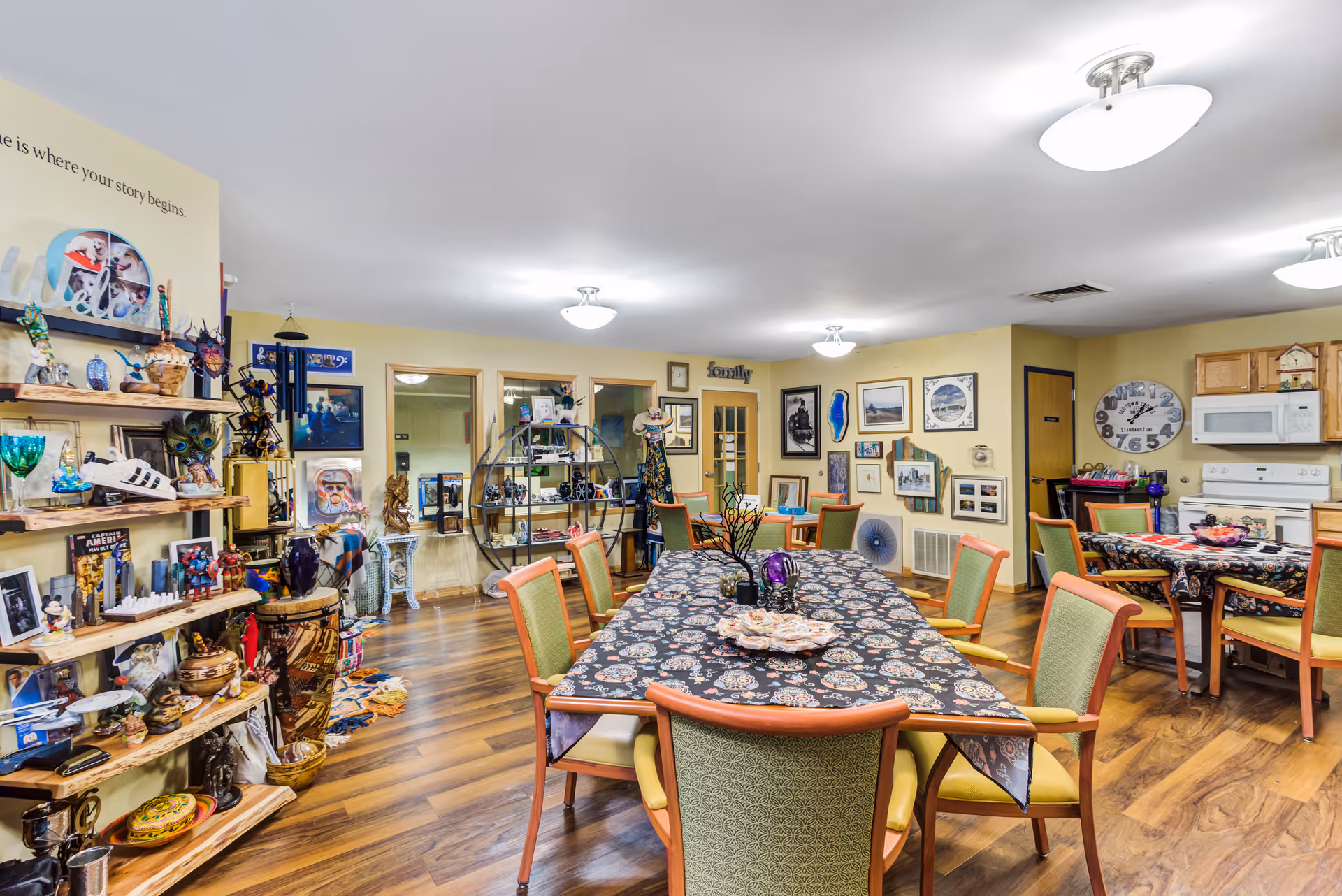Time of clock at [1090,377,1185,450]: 1:10
